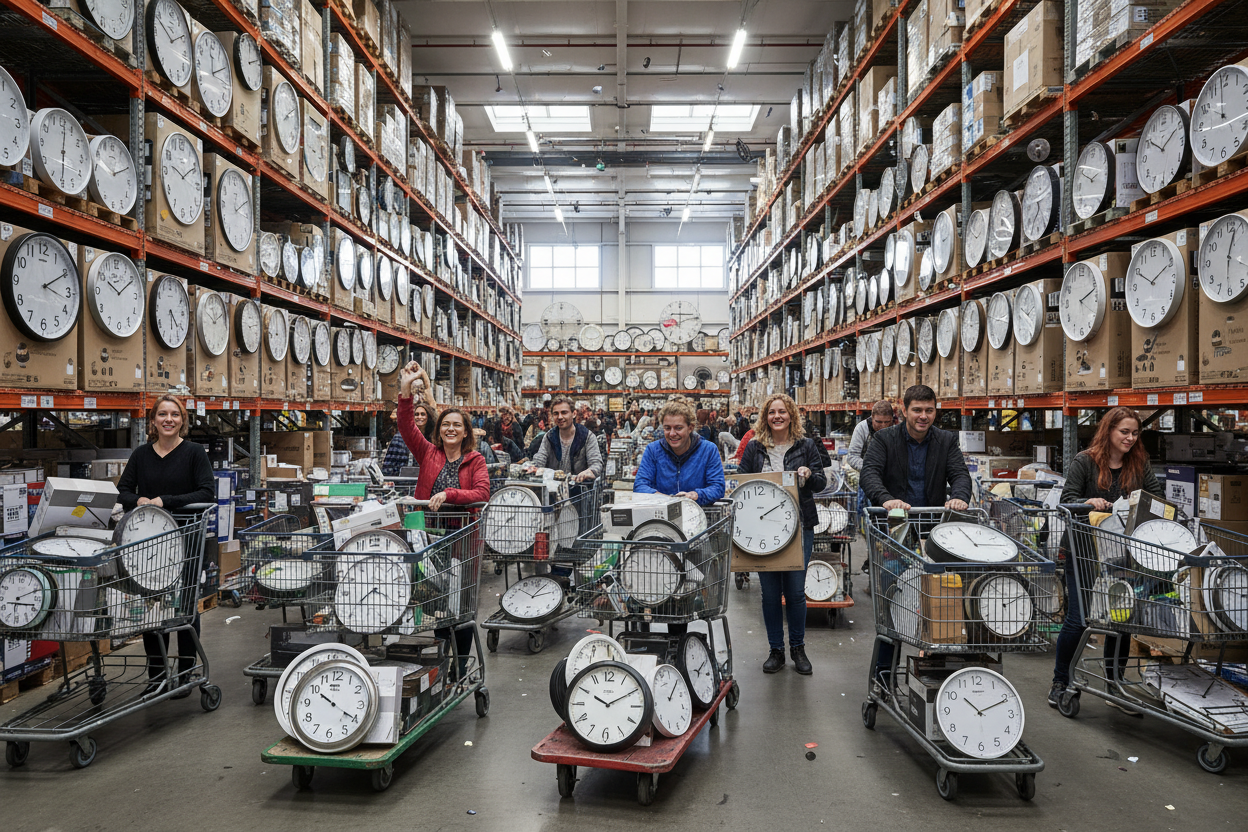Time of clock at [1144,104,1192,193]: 10:10
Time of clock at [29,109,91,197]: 6:01
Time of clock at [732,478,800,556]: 2:10
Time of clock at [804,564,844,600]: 11:12
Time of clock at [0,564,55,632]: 6:11
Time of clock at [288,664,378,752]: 10:20
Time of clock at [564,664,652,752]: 10:10
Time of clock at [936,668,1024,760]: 10:10
